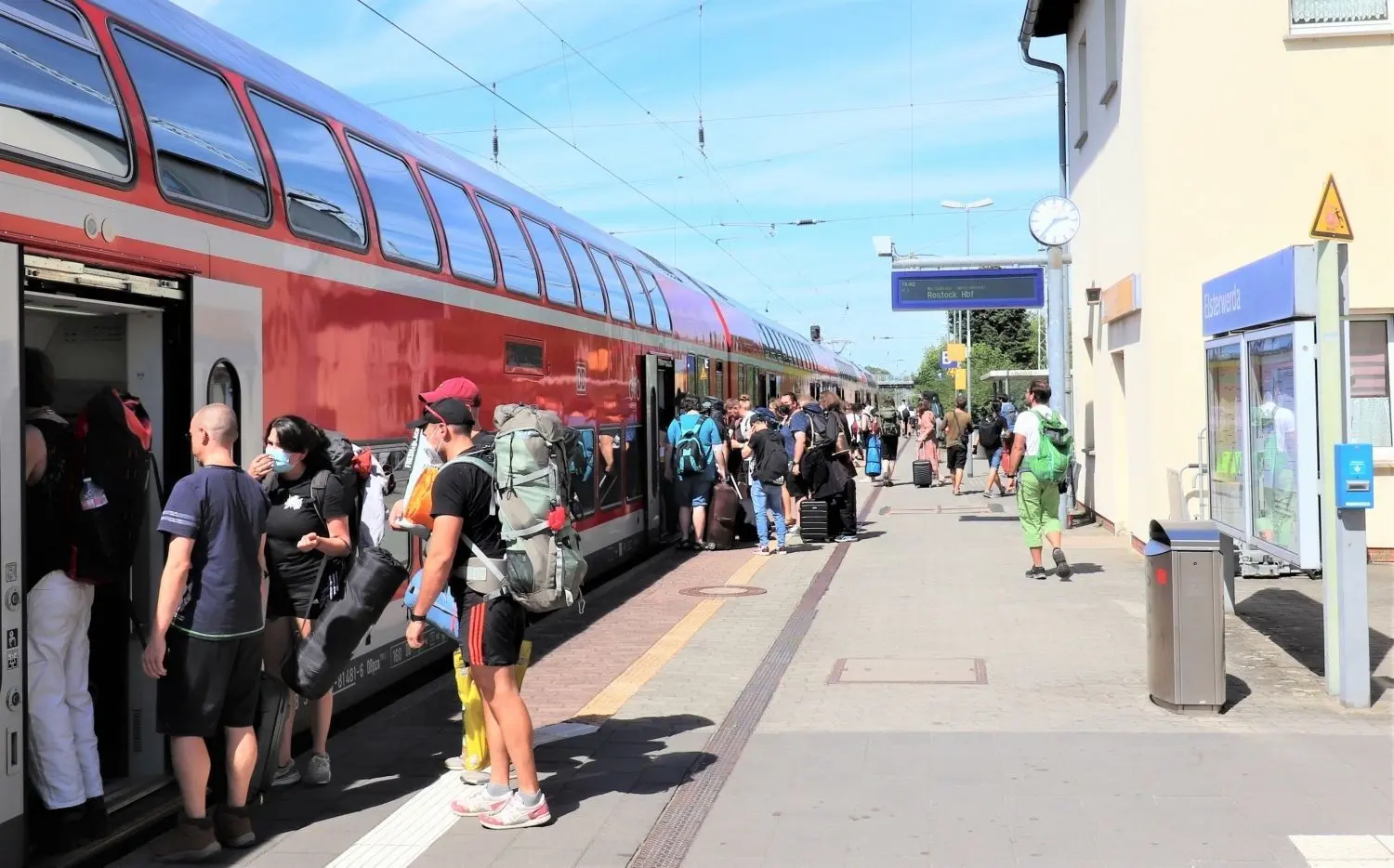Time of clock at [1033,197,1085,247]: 2:36
